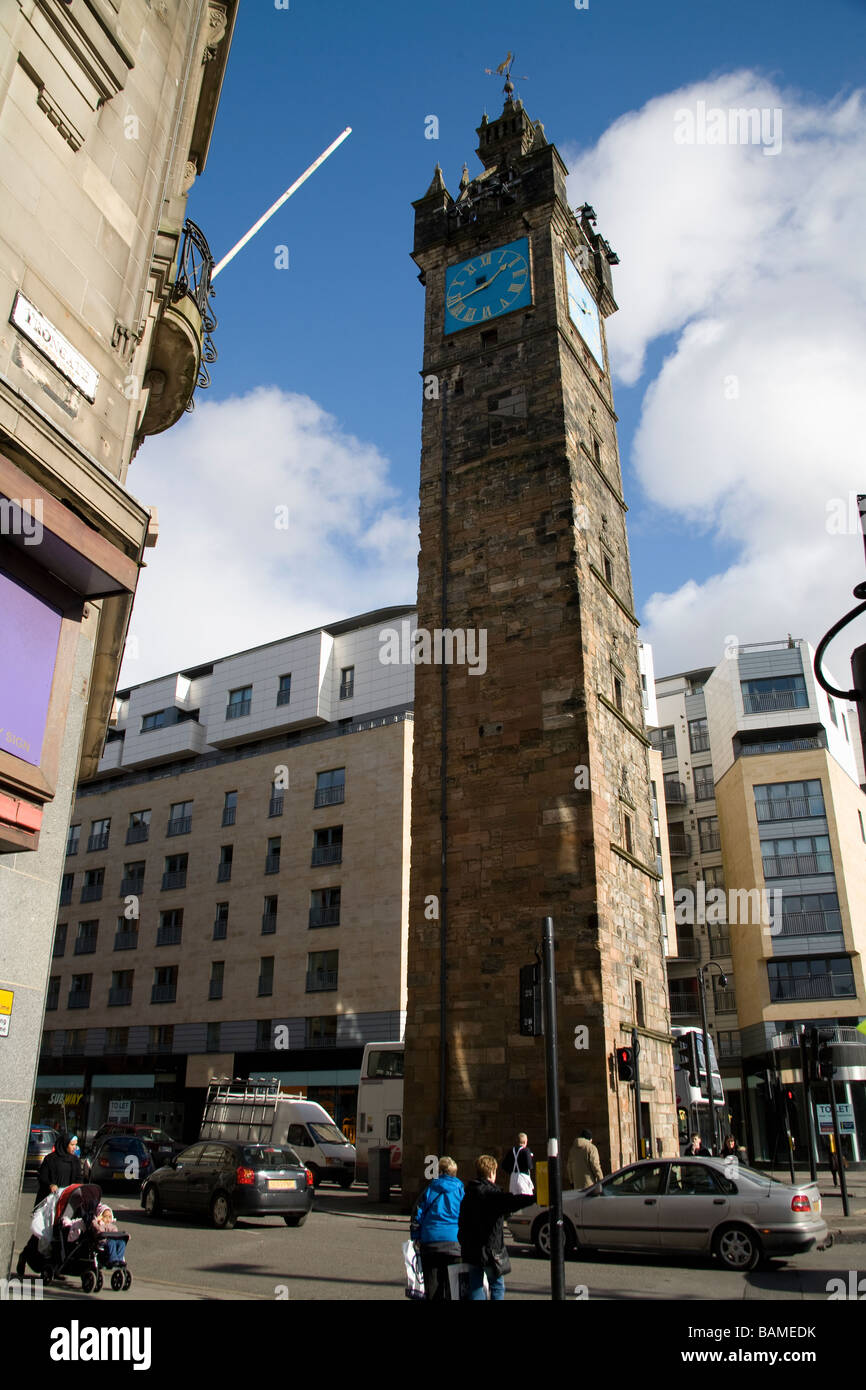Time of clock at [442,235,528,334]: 1:42
